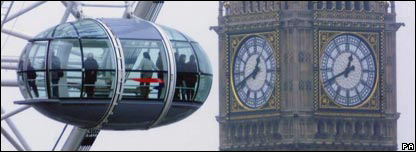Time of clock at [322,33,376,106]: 12:41
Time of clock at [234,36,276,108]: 12:41
